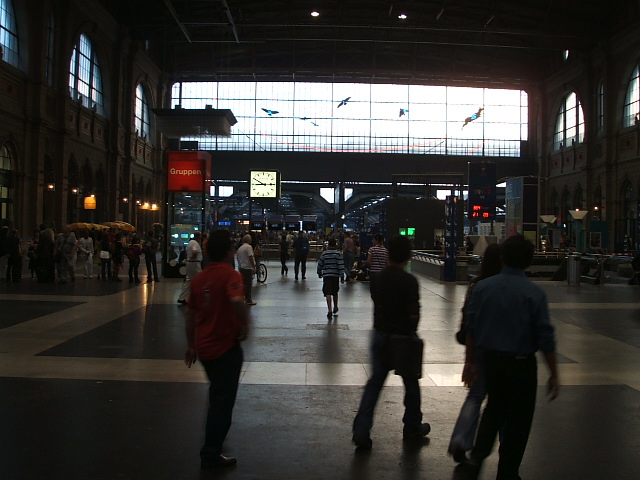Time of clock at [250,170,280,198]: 9:14
